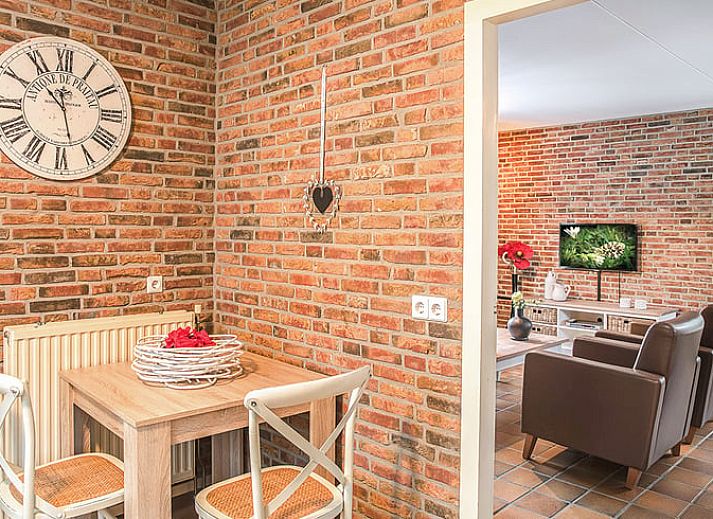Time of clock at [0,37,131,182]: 10:27
